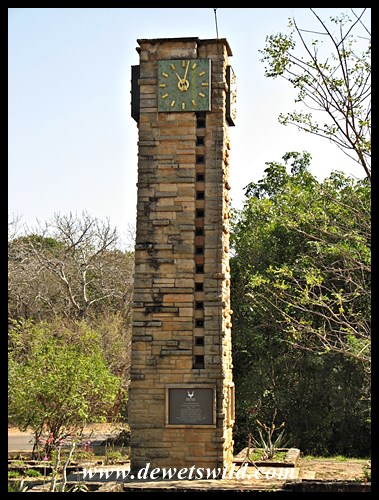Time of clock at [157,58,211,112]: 11:02
